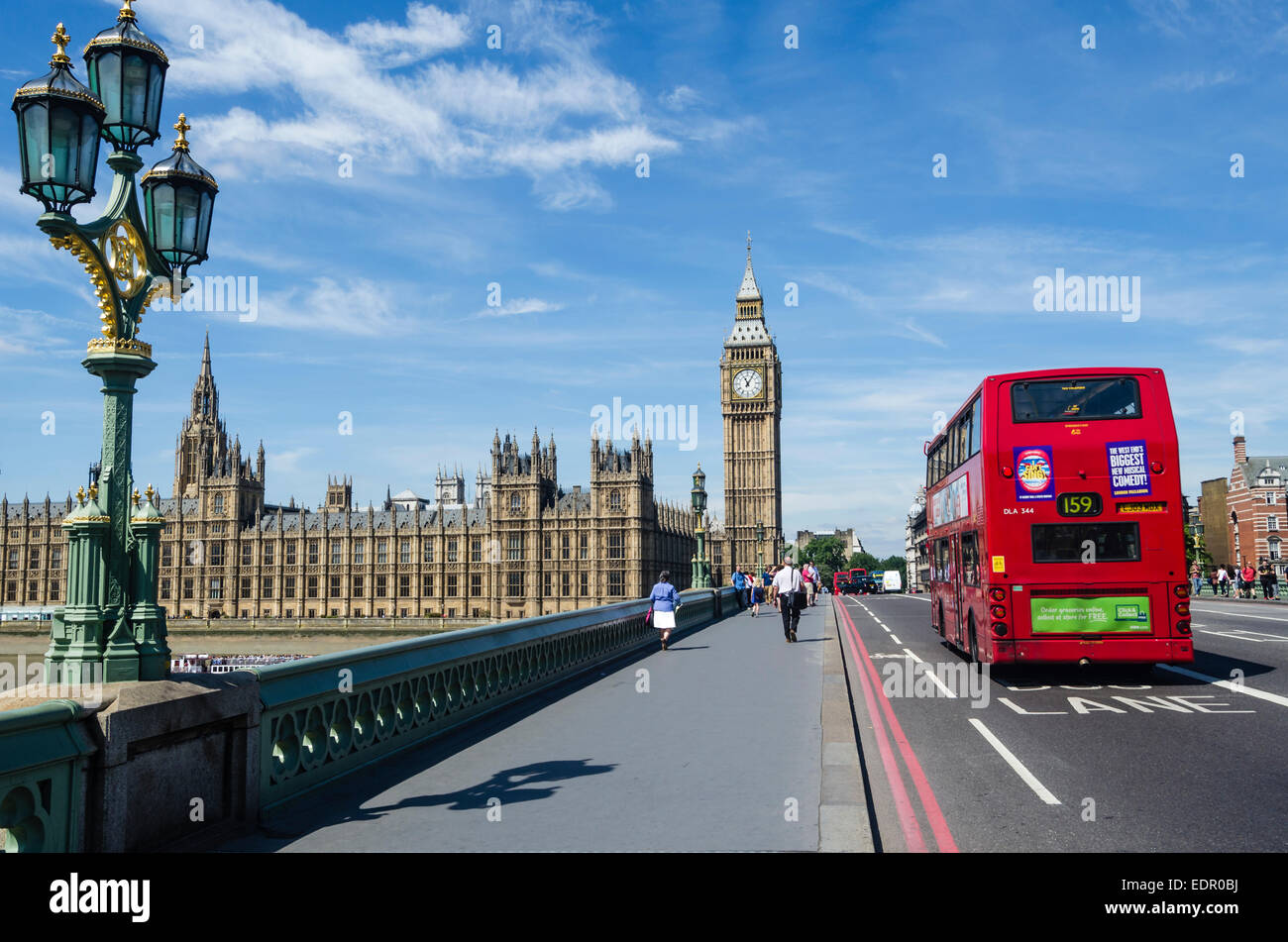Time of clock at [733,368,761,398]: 11:05
